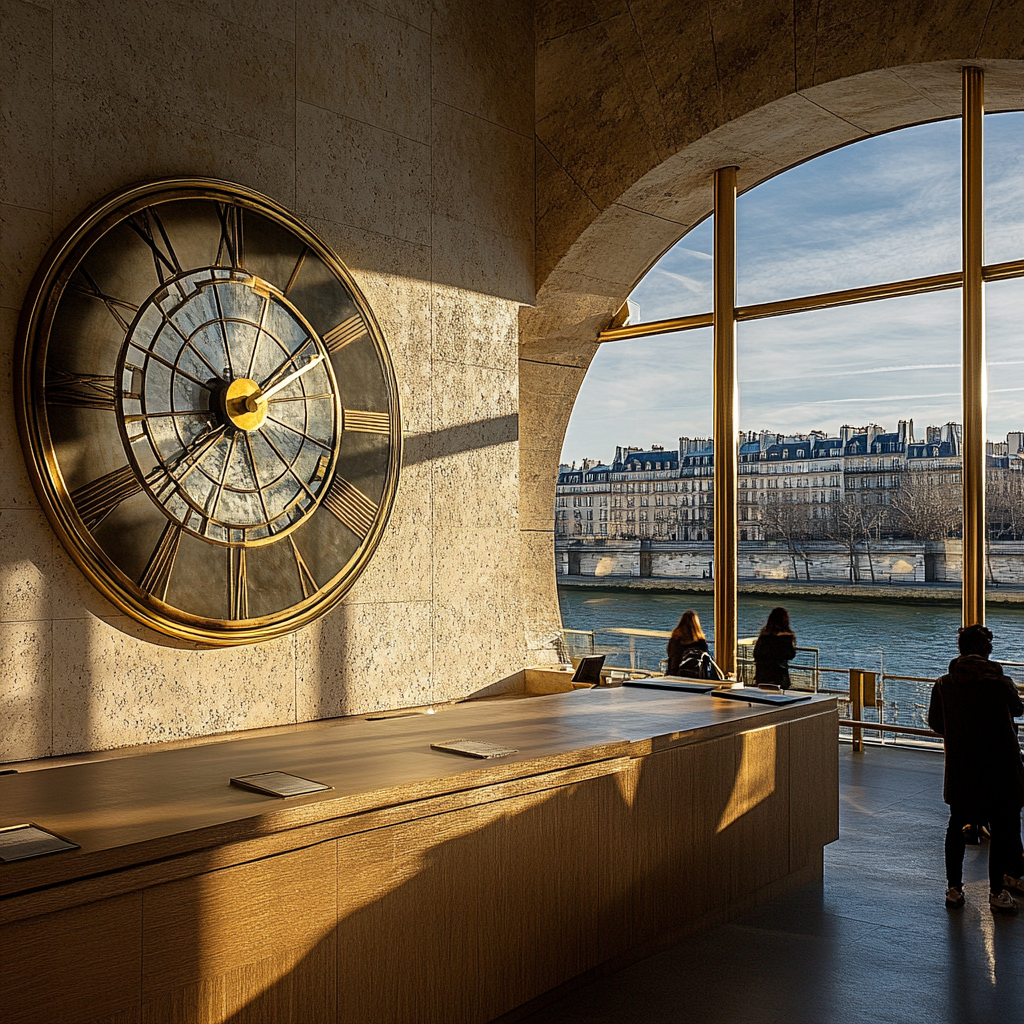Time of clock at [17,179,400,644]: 9:38
